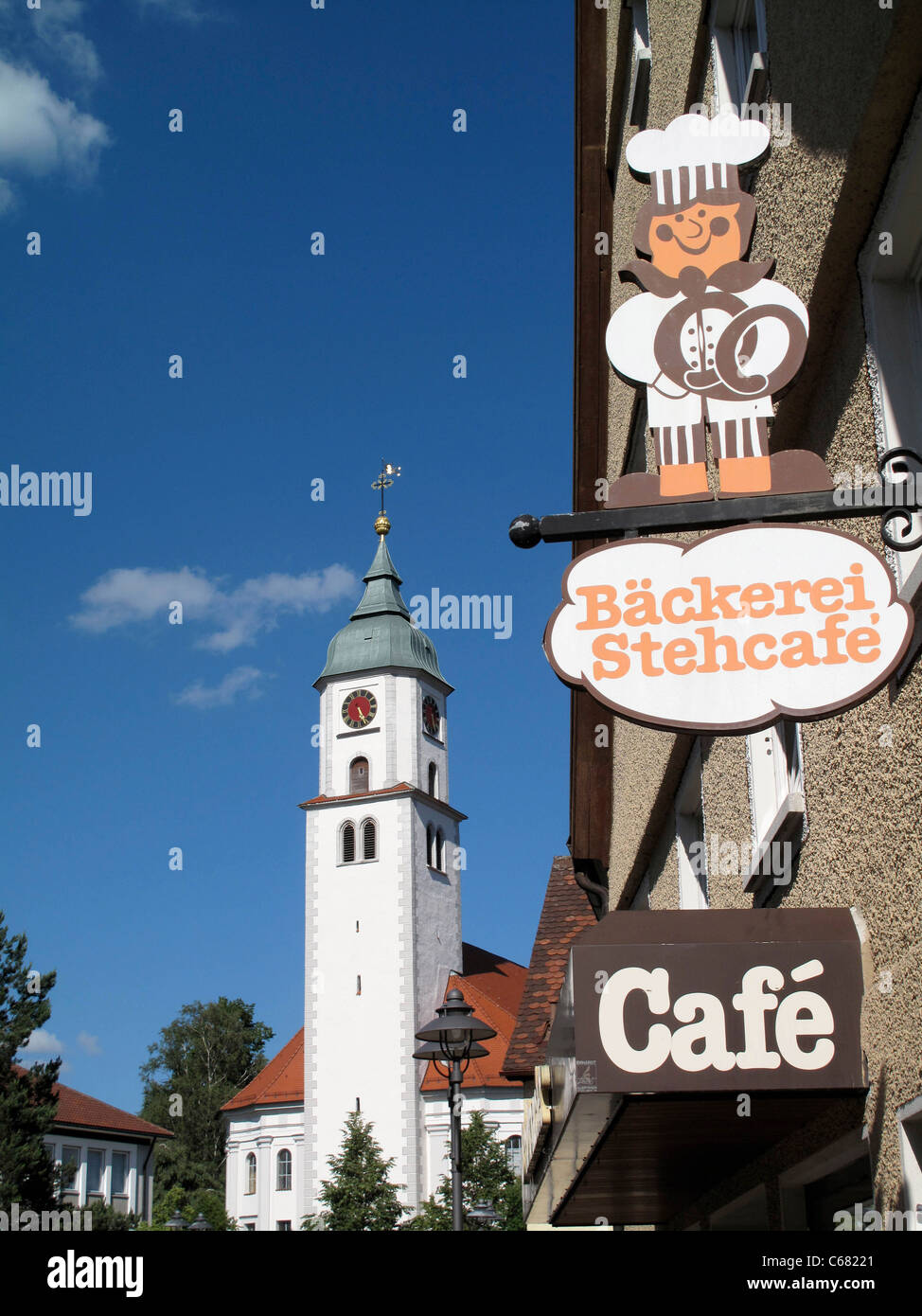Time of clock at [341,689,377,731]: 5:24
